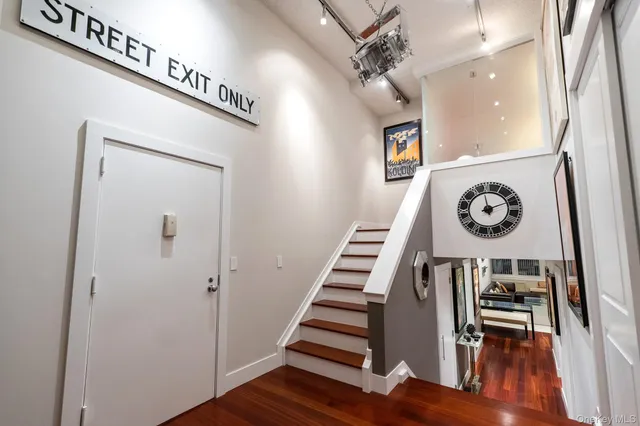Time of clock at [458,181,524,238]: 1:58
